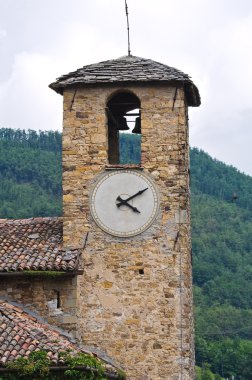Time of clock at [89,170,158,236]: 4:09
